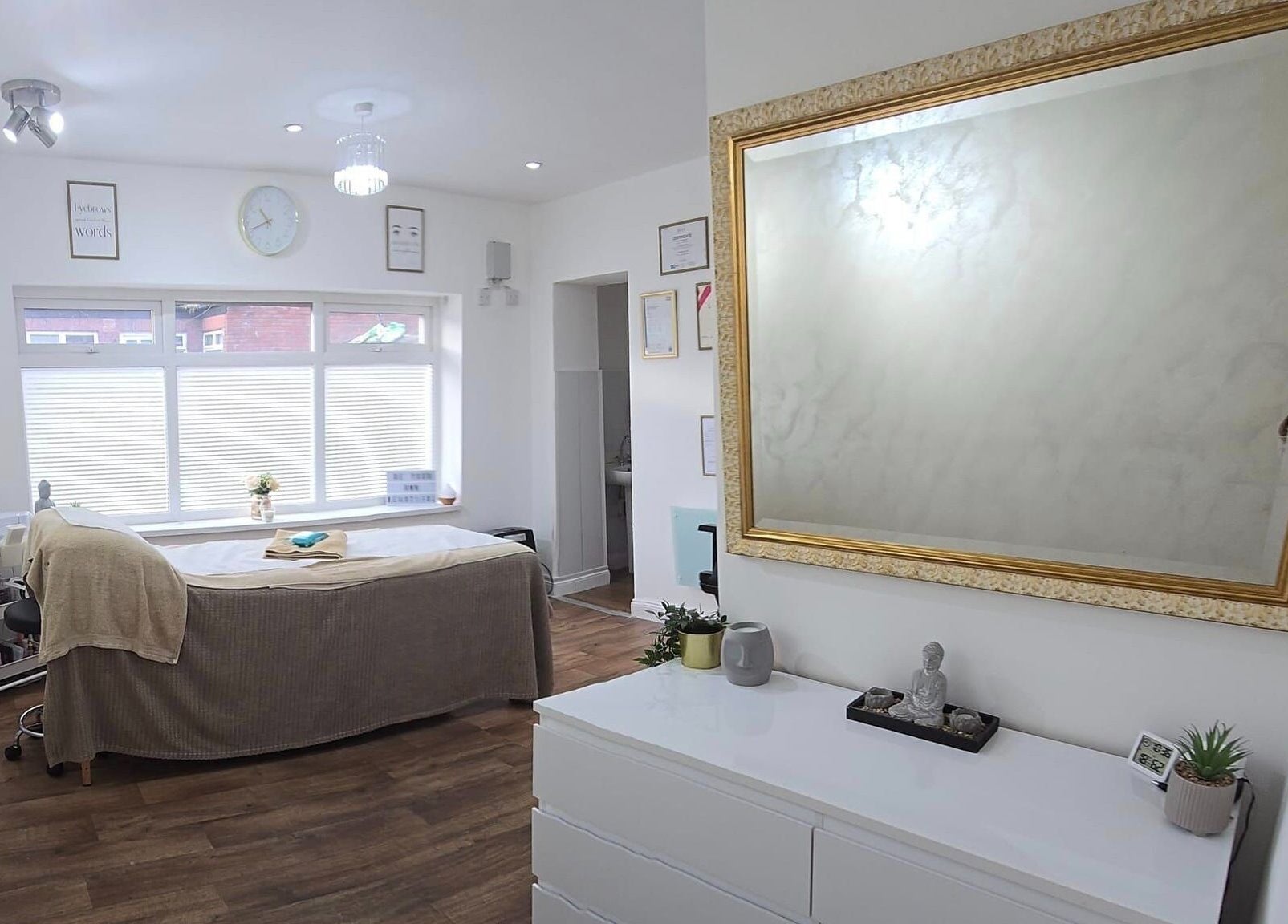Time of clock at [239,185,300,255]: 10:41
